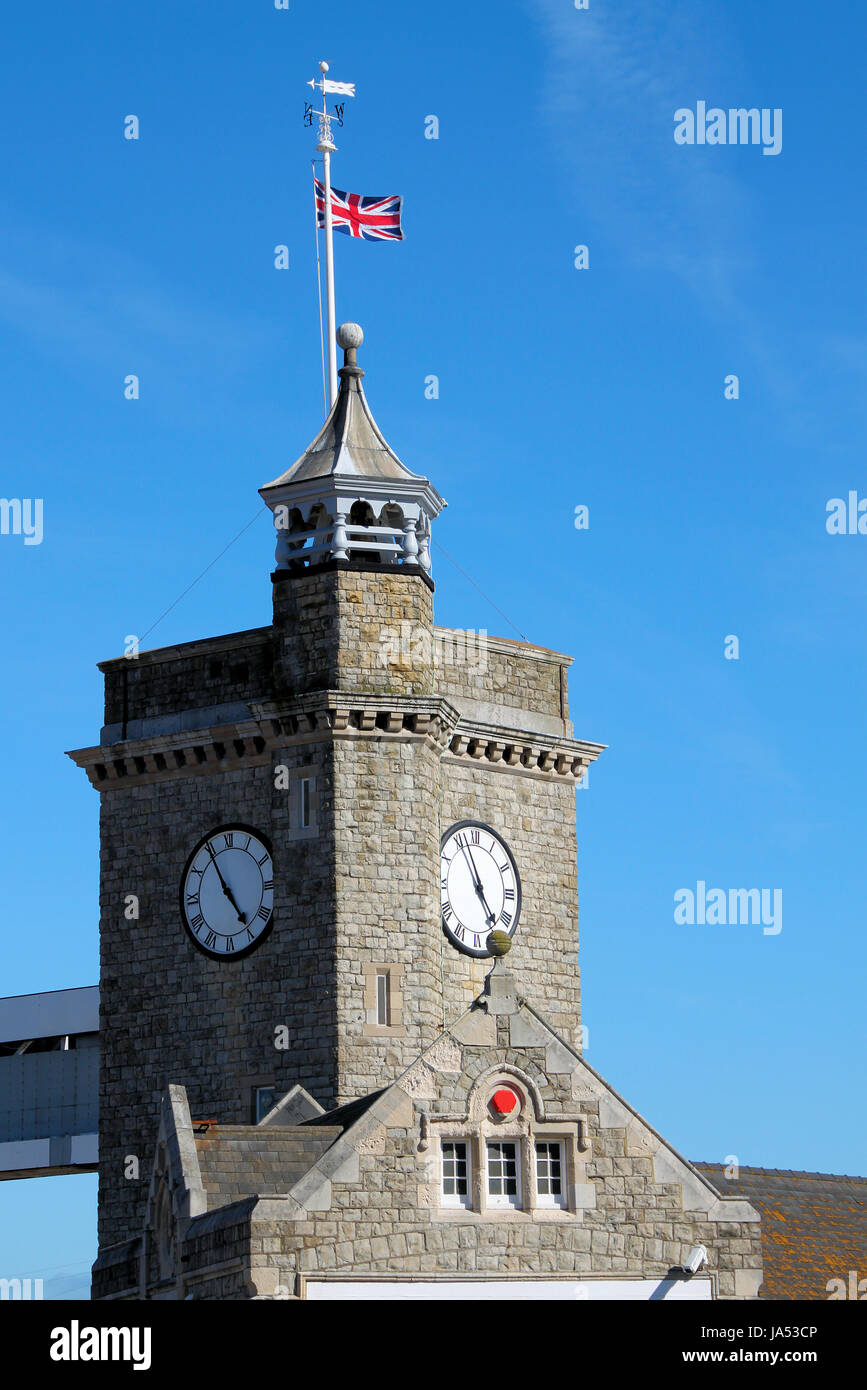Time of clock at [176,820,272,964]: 4:55
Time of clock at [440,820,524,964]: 4:56
